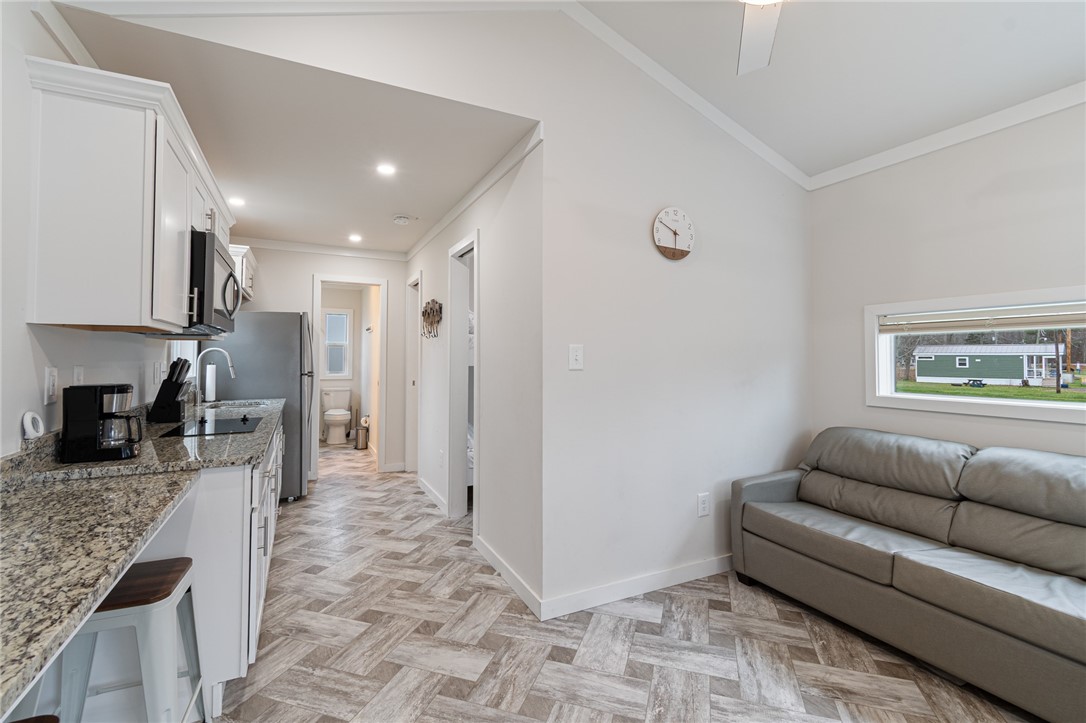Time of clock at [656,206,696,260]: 5:49
